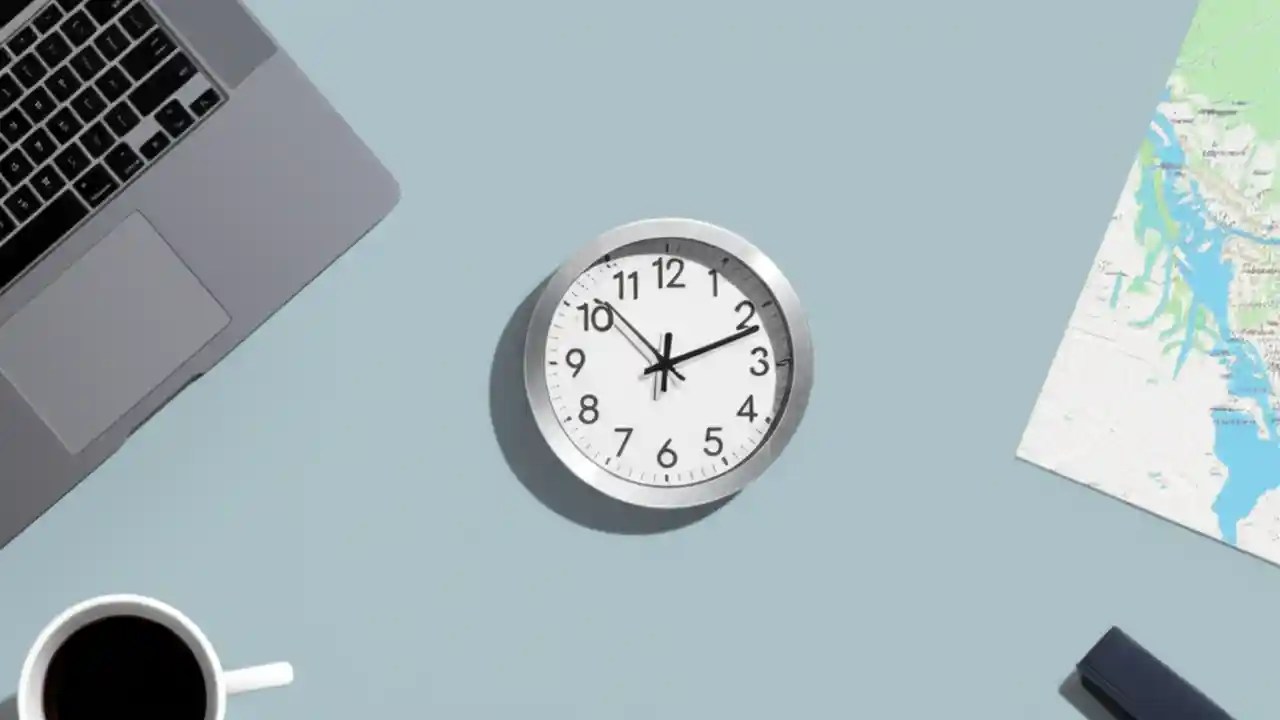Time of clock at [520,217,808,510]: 12:11
